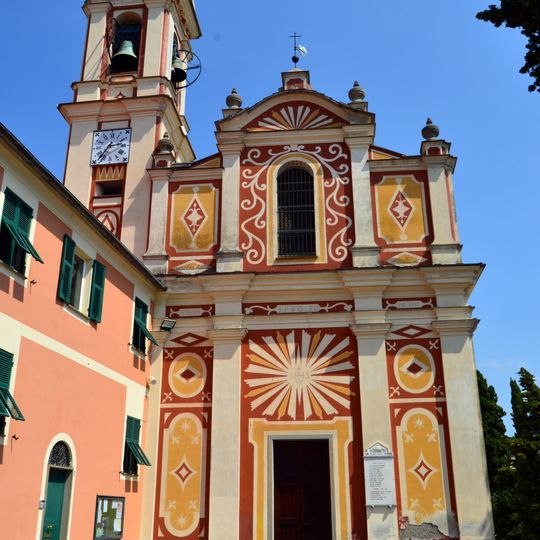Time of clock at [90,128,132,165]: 2:36
